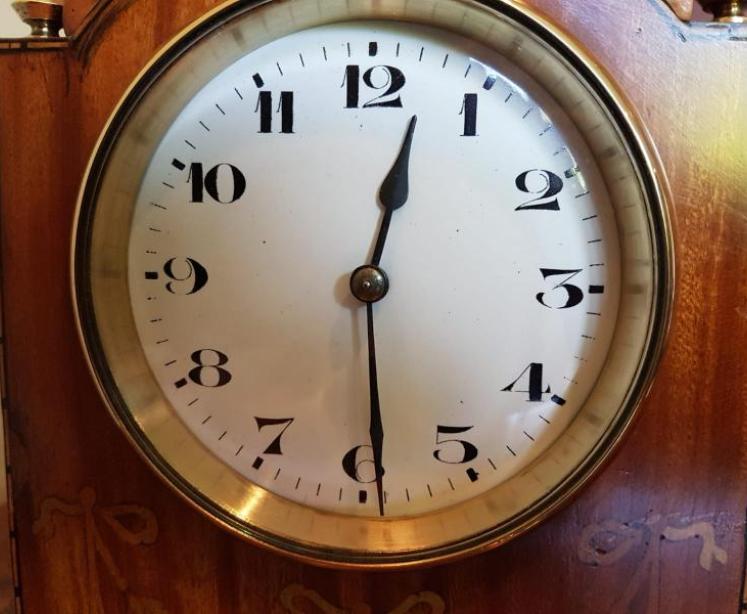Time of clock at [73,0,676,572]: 12:29
